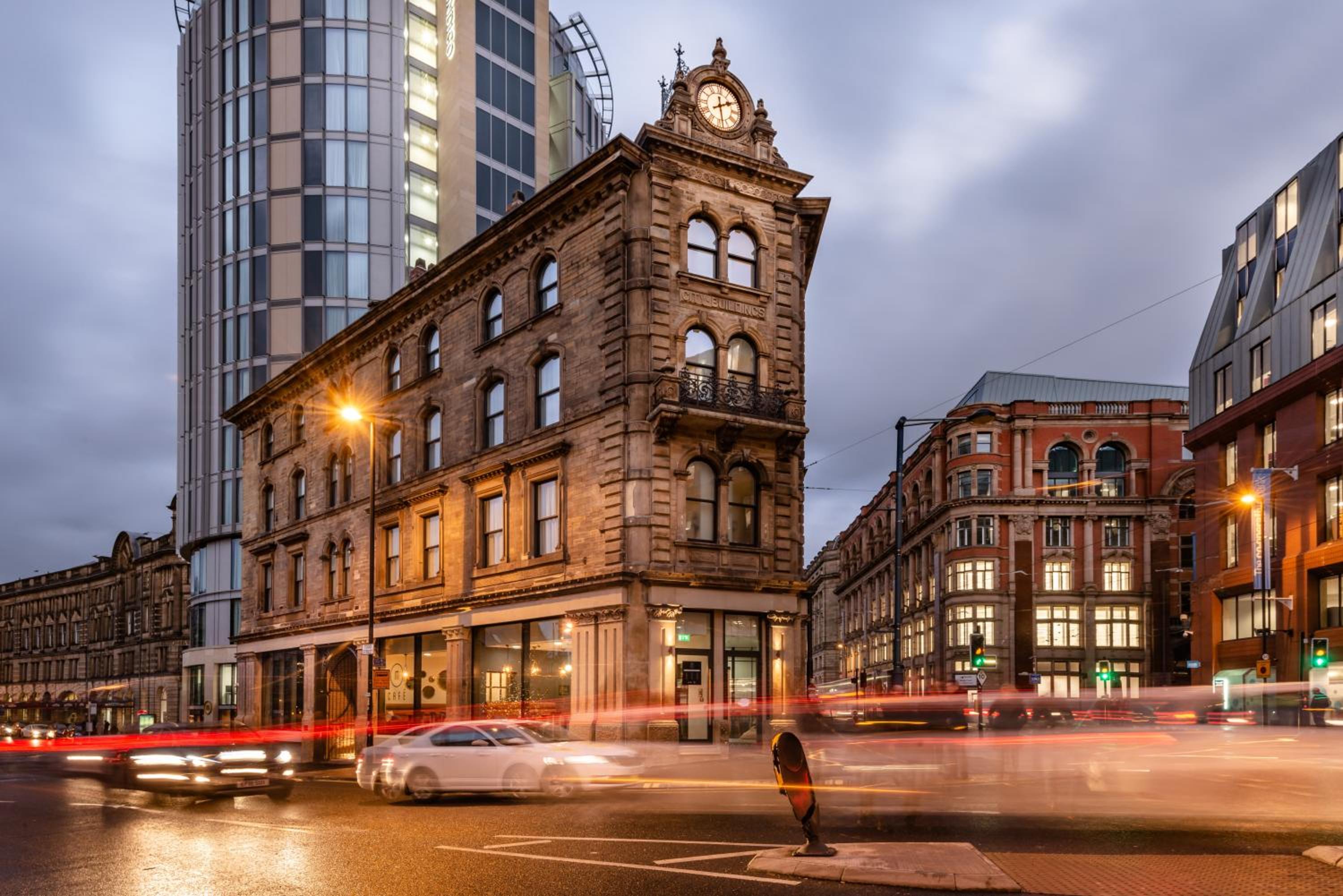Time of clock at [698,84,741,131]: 12:09
